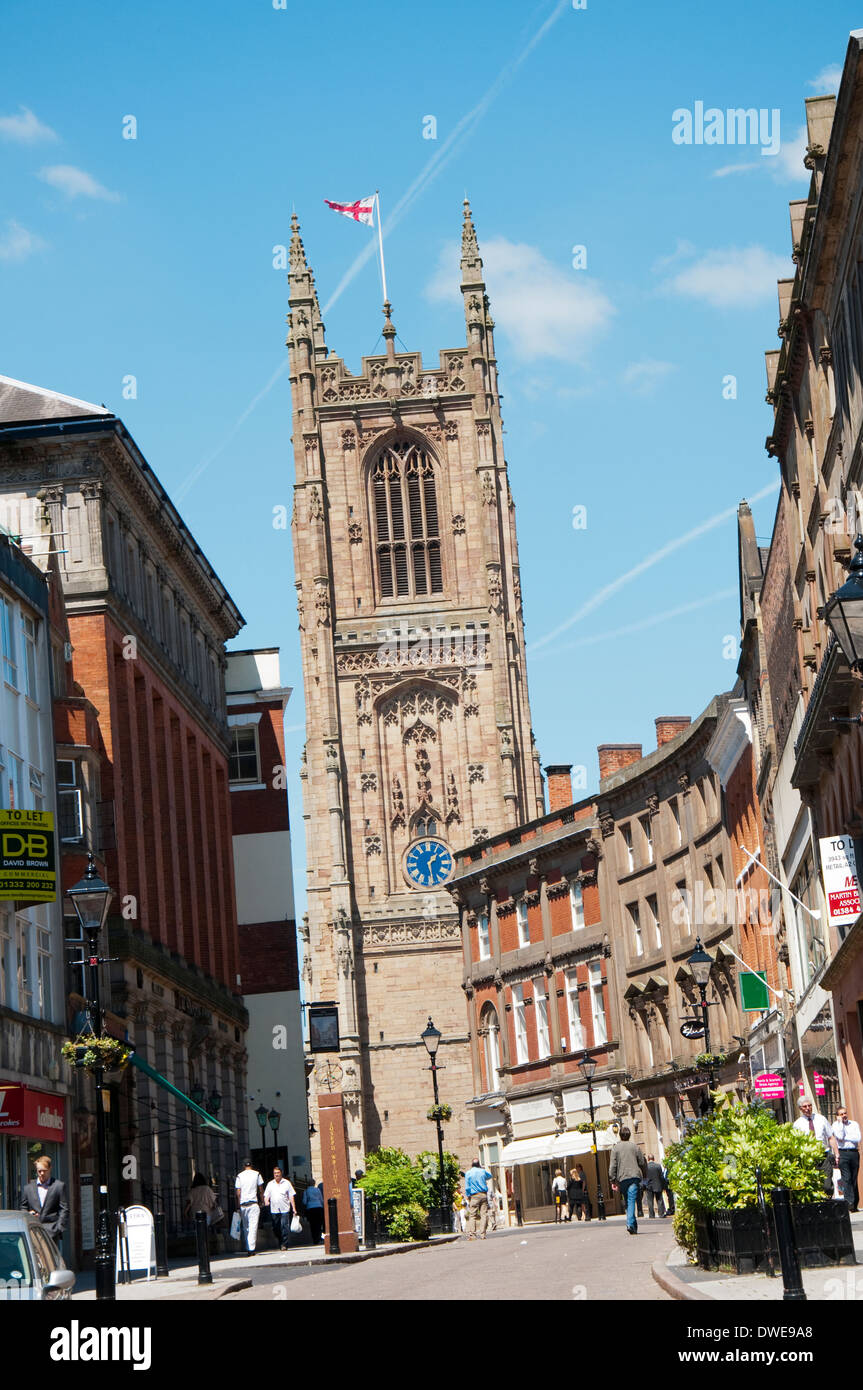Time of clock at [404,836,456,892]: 1:28
